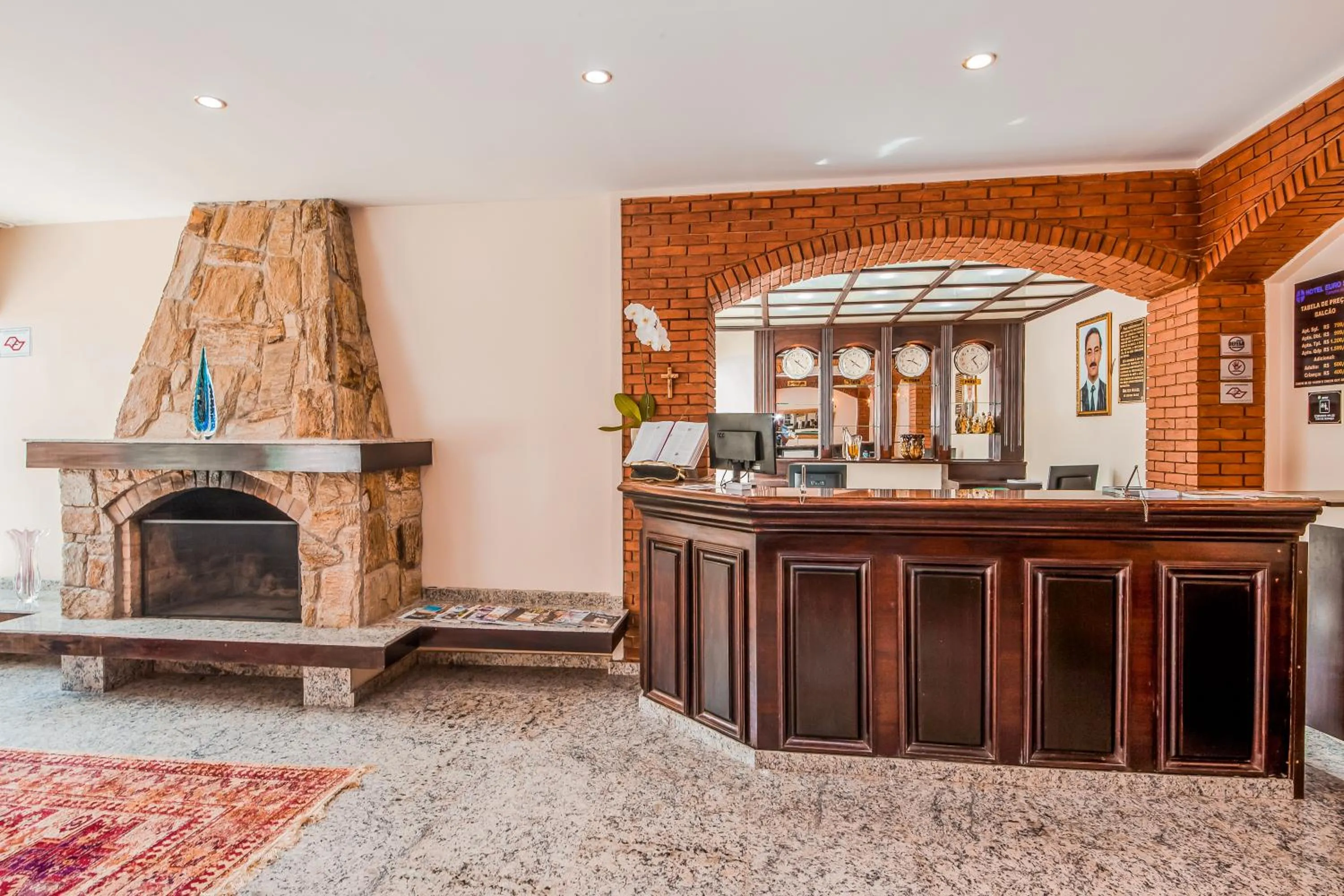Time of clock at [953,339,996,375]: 1:23
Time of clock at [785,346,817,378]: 4:21
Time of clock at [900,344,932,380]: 9:20
